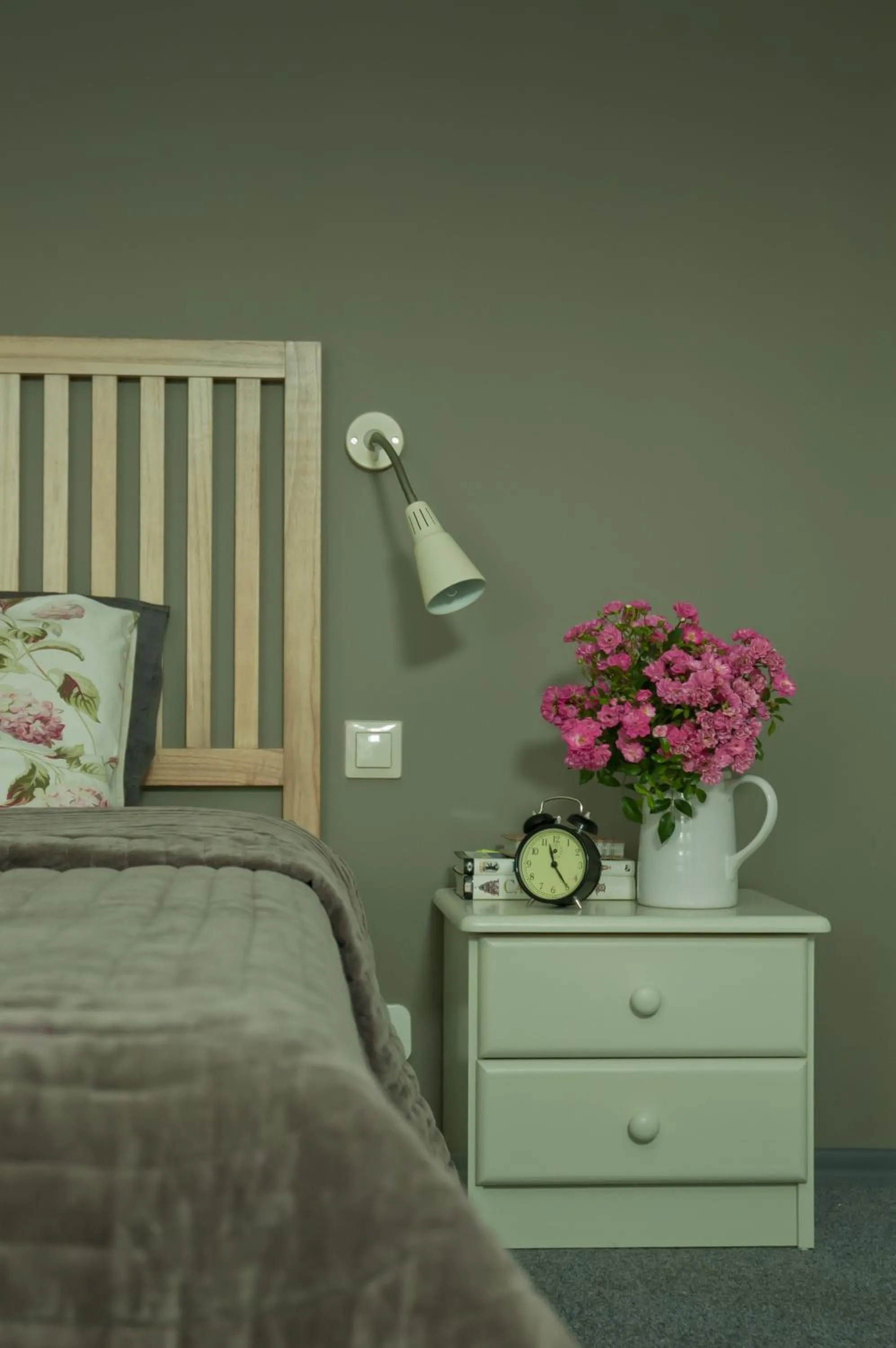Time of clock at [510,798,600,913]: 11:24
